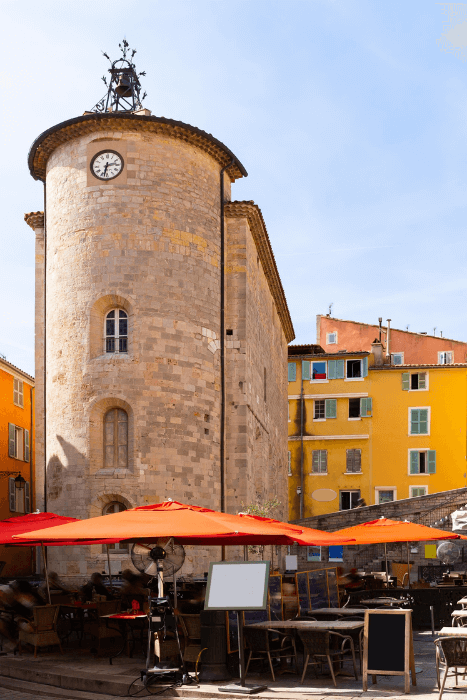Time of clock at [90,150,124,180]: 2:32
